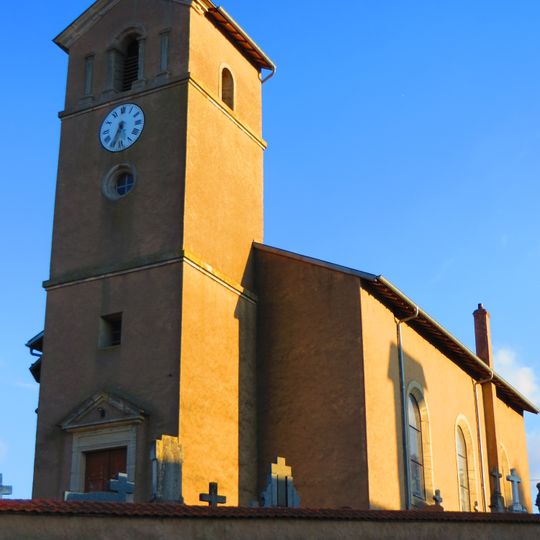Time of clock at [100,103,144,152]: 5:34
